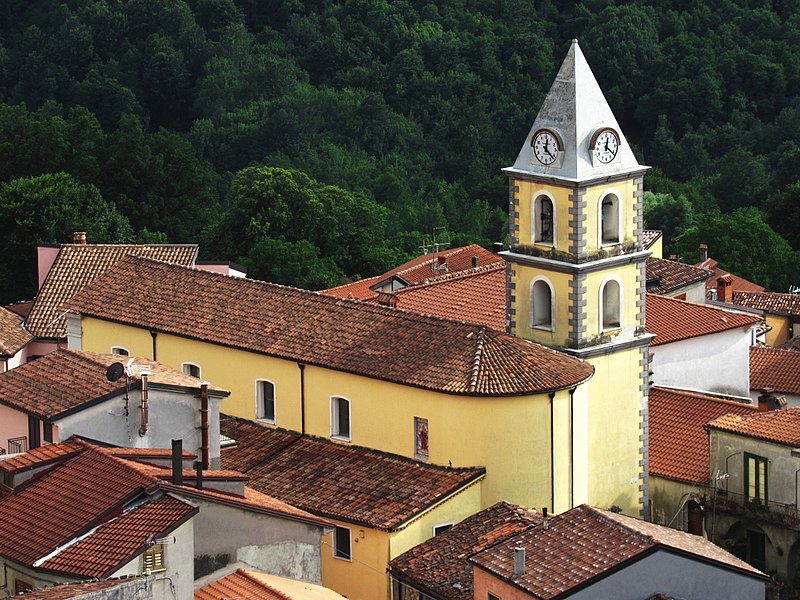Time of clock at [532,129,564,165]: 12:21
